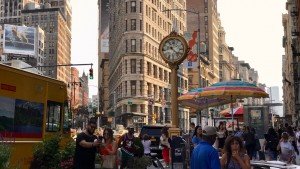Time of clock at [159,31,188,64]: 8:21
